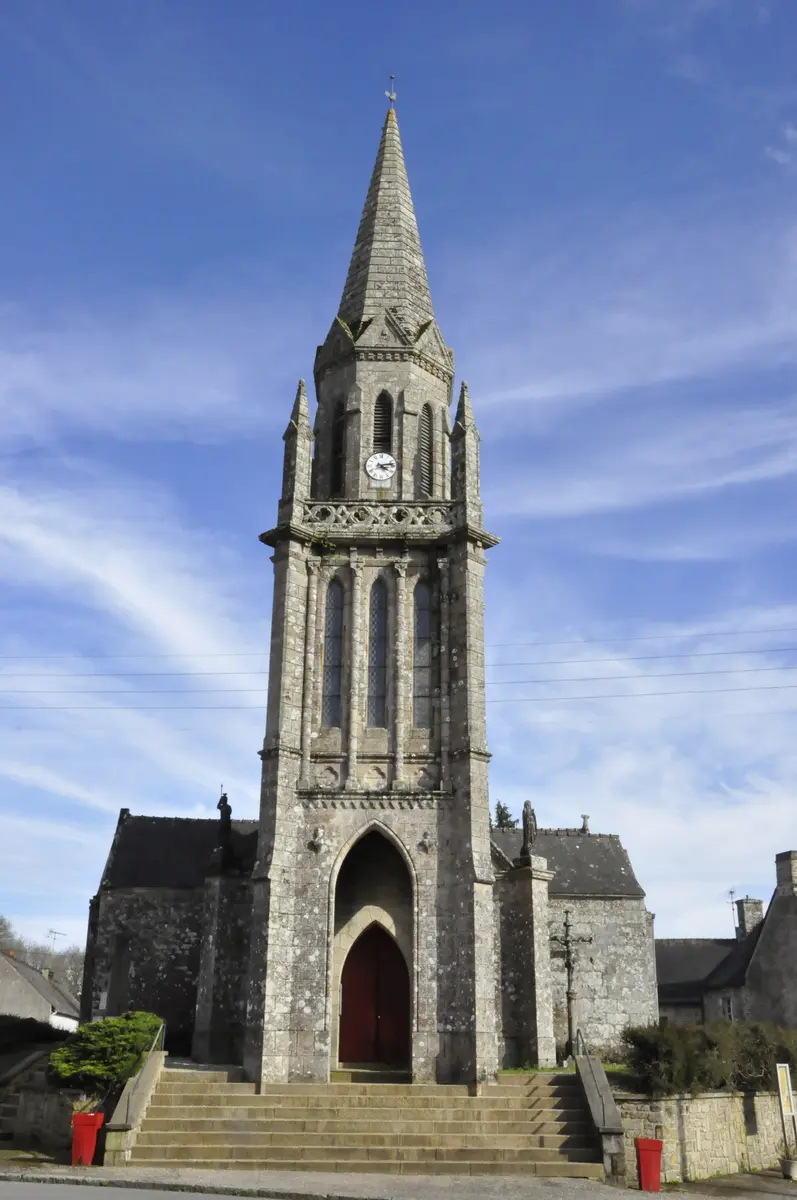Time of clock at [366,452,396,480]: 4:12
